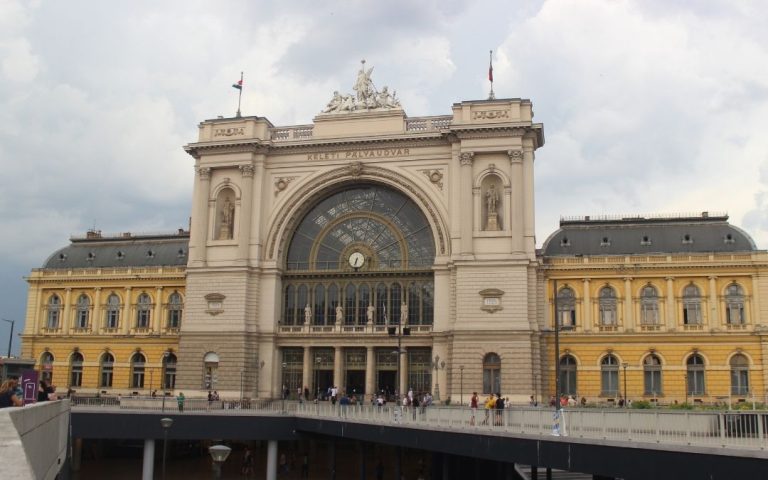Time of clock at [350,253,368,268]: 6:32
